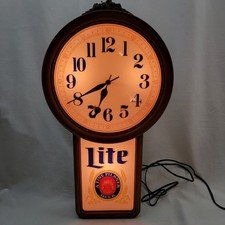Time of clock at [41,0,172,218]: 6:40
